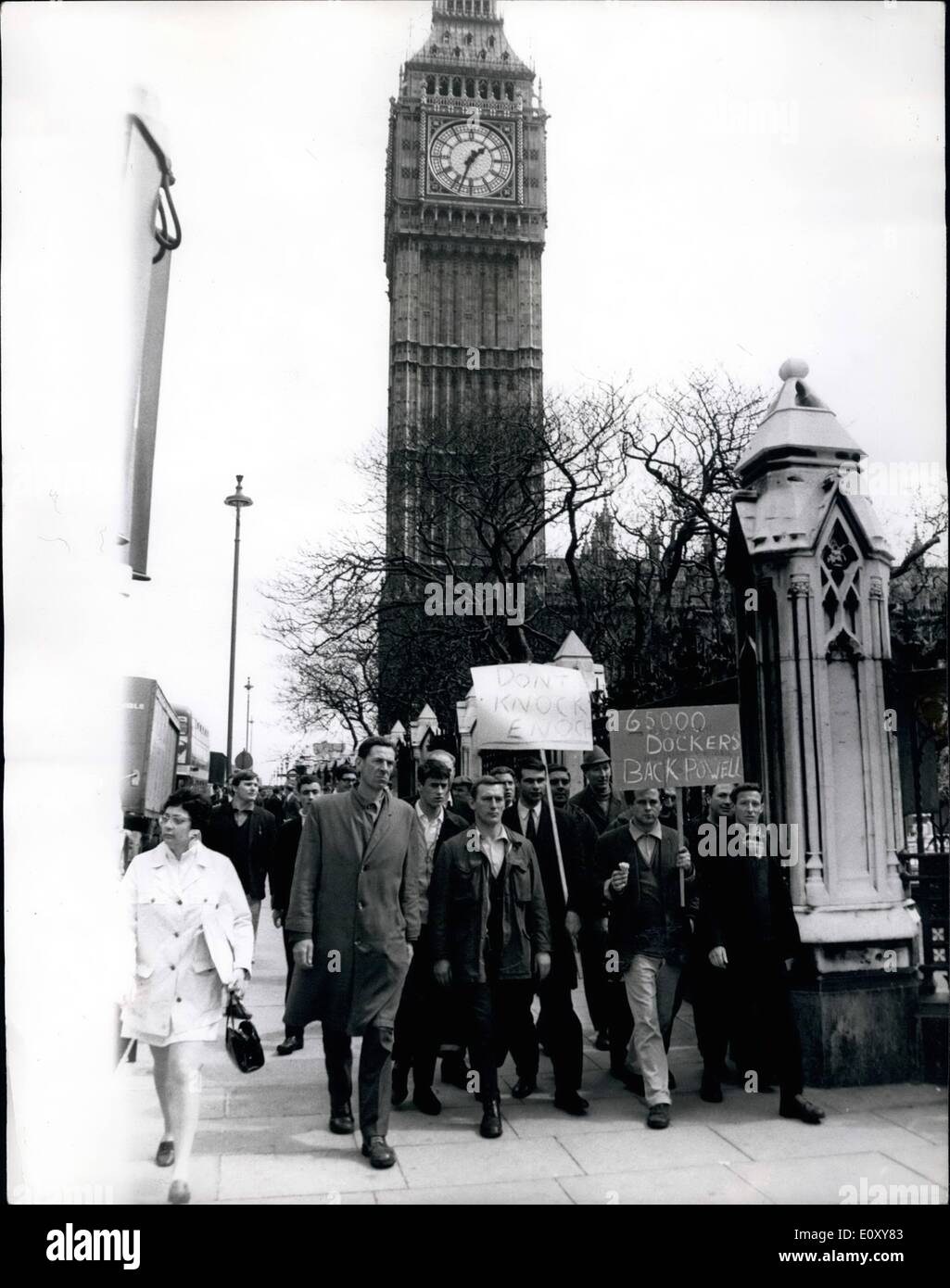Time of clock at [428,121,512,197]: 1:33
